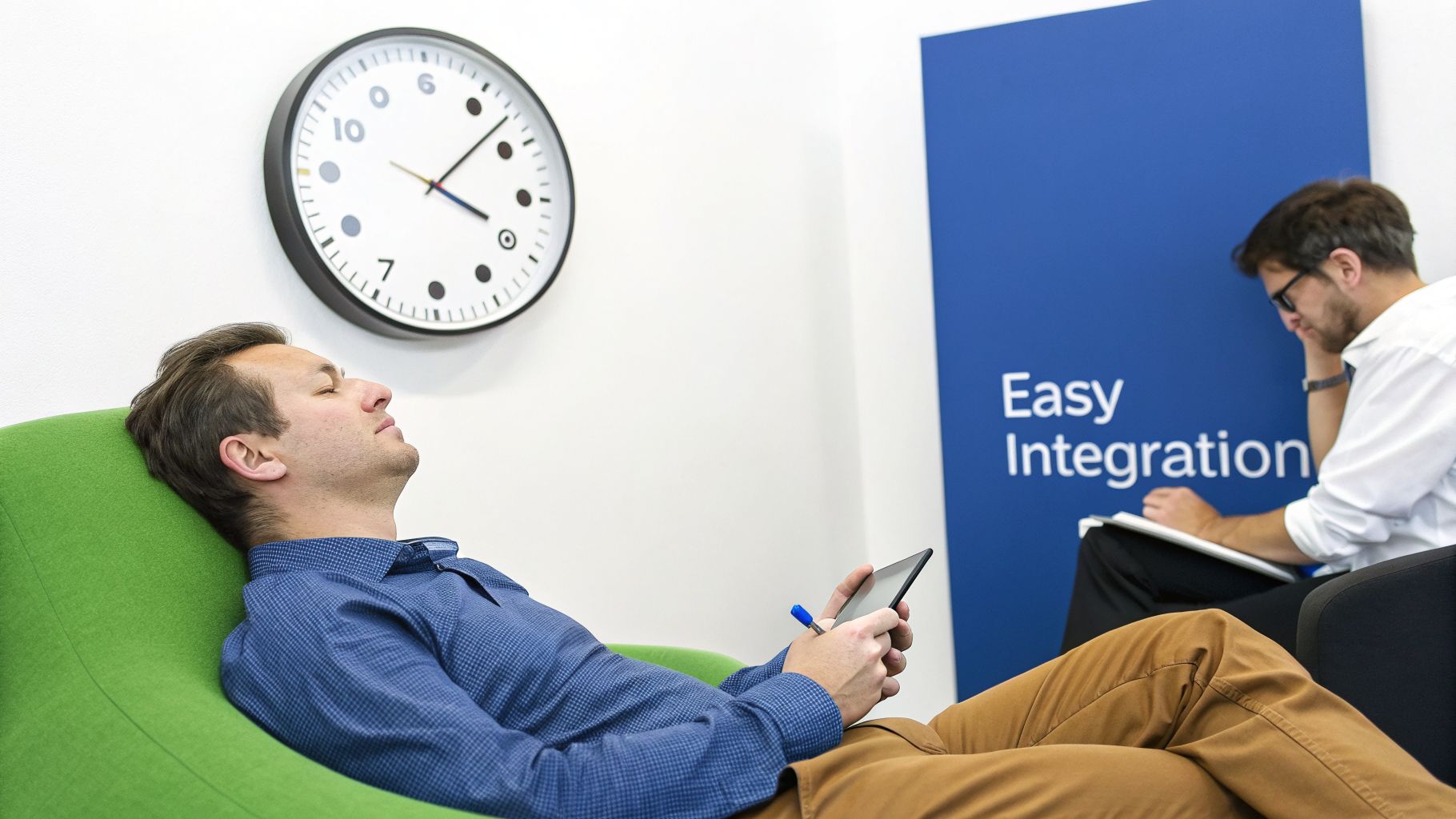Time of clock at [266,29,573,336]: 4:07
